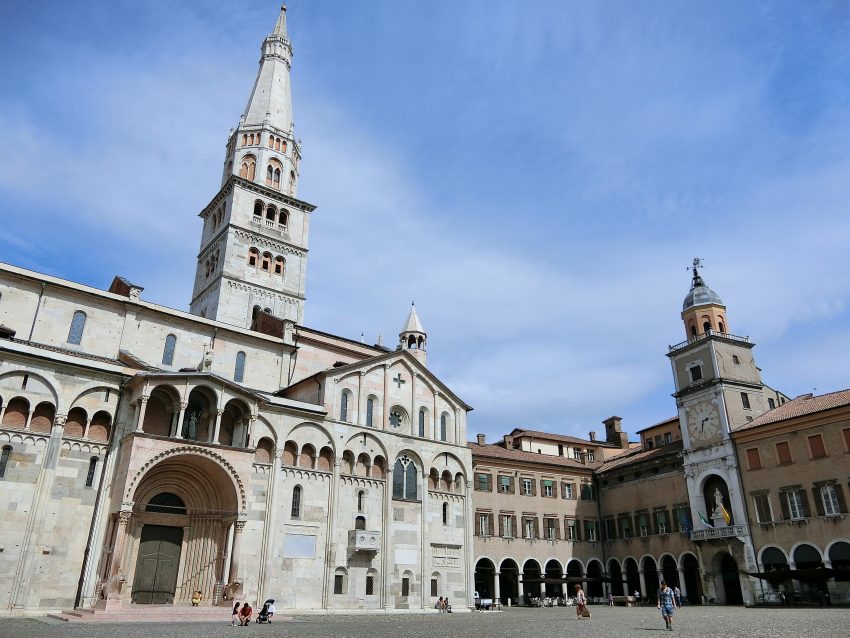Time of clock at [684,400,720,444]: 2:33
